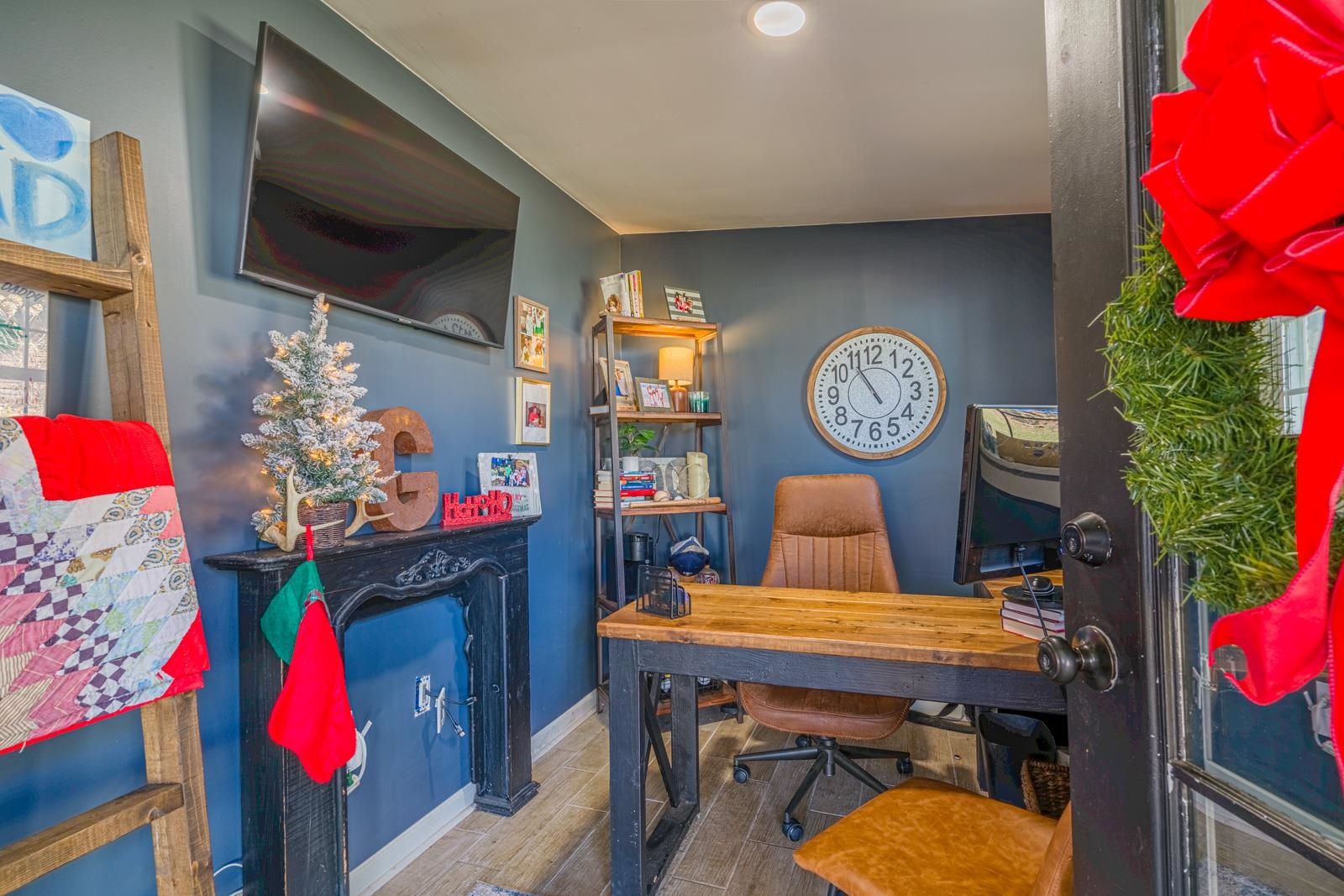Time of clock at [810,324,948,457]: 10:54
